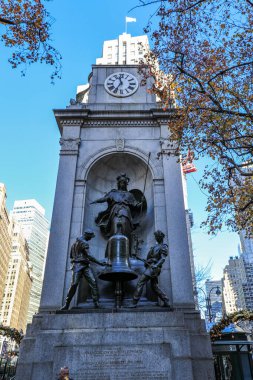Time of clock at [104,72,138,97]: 11:35
